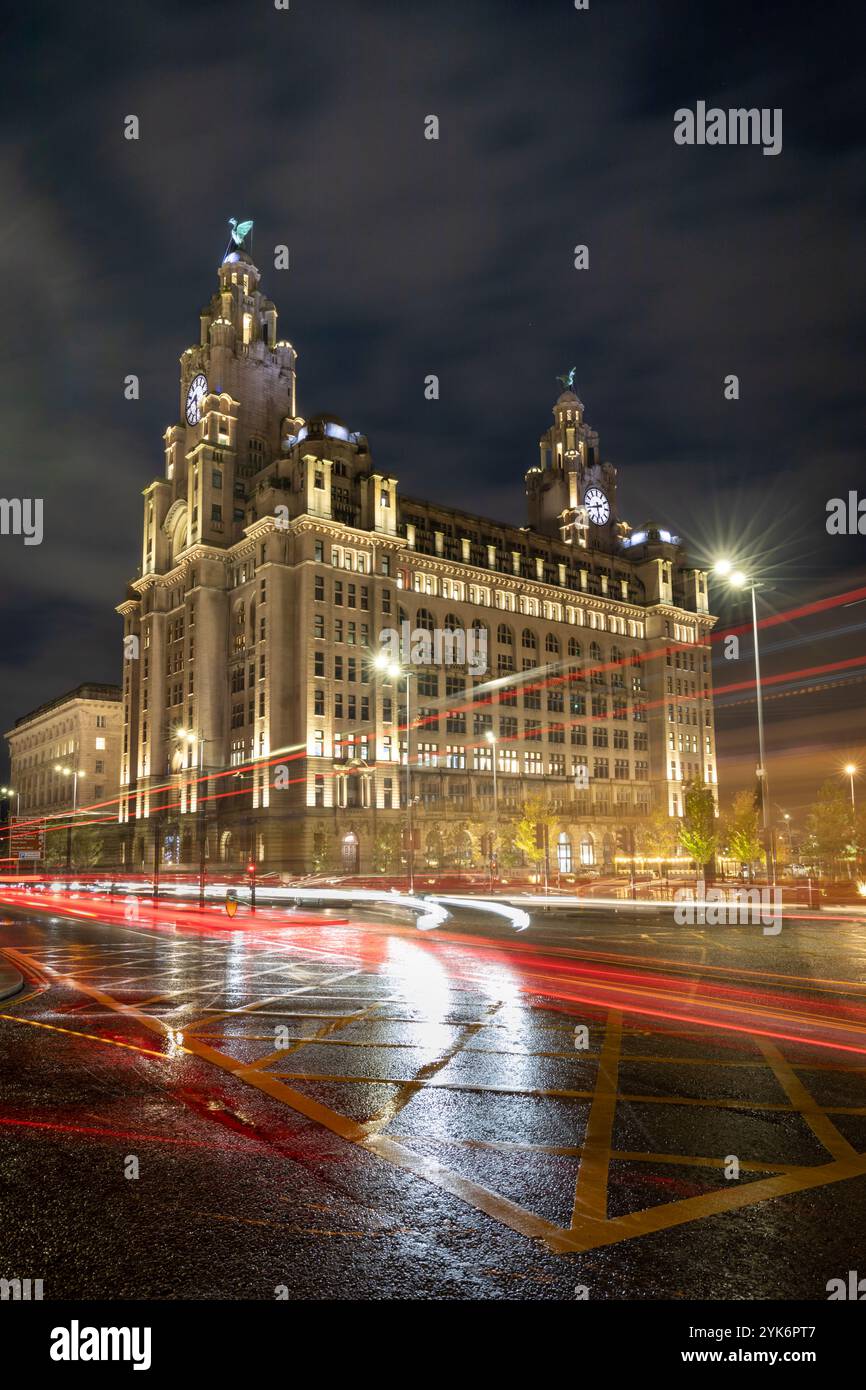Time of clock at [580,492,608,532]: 5:42
